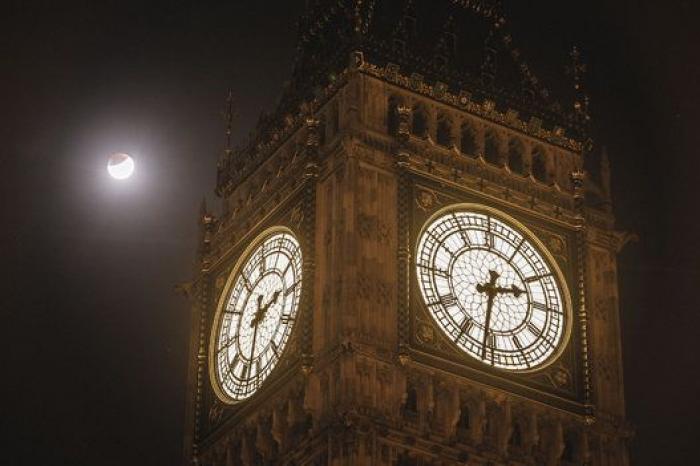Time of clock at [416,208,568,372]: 2:31
